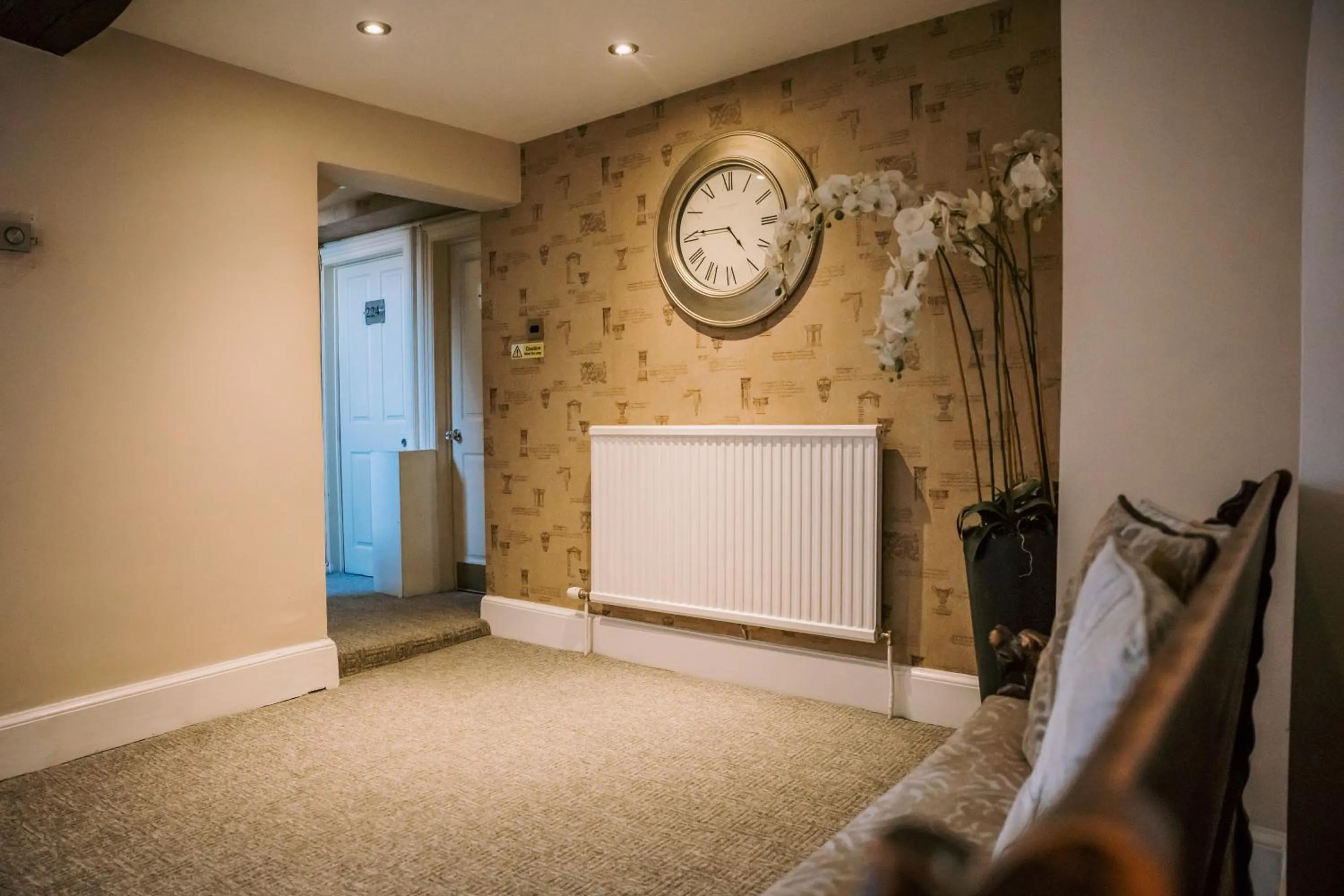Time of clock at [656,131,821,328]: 4:45
